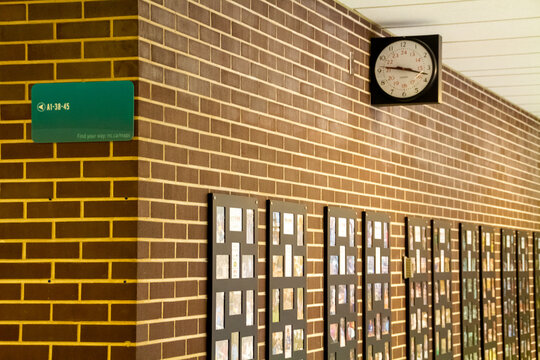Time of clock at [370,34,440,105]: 9:17
